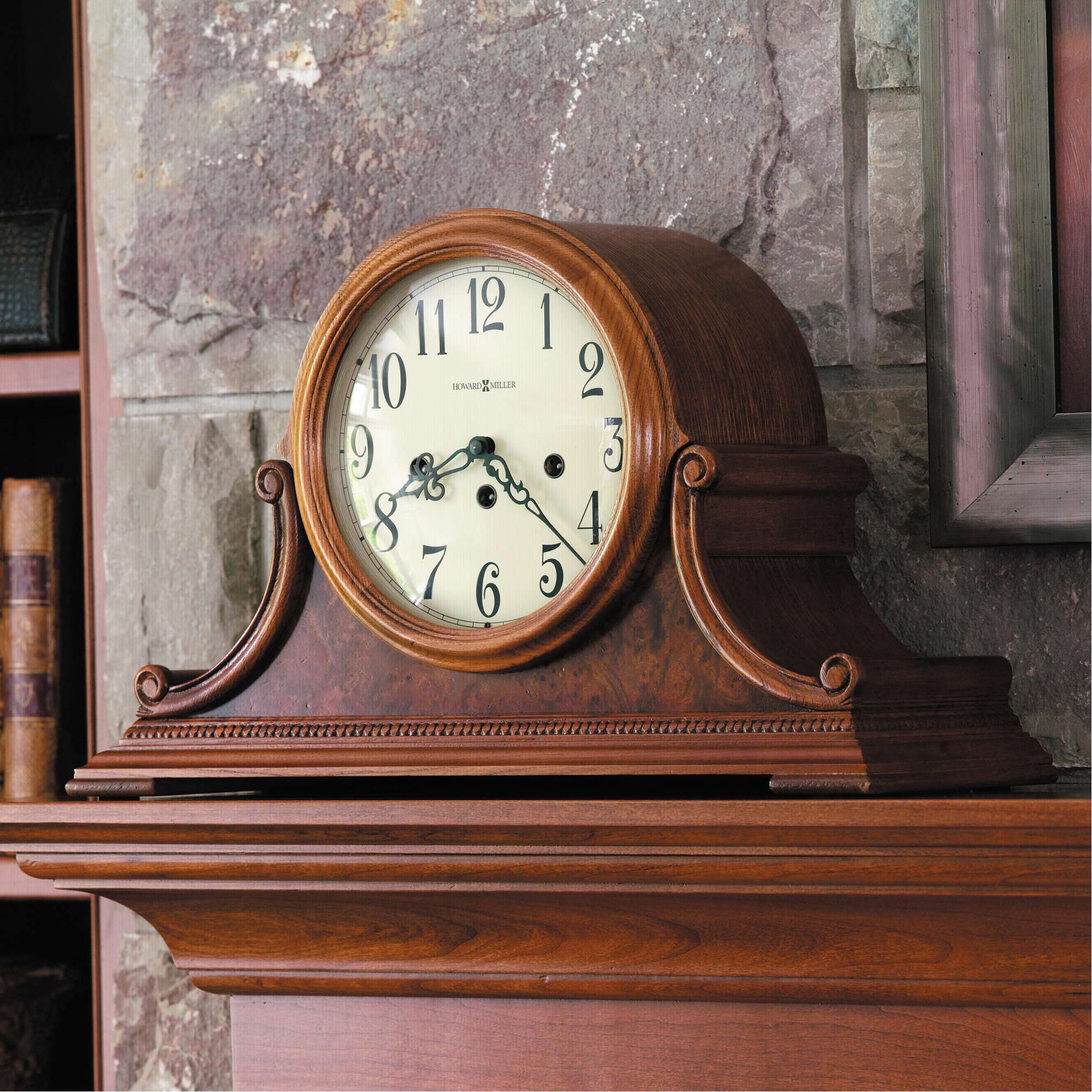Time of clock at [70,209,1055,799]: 8:23
